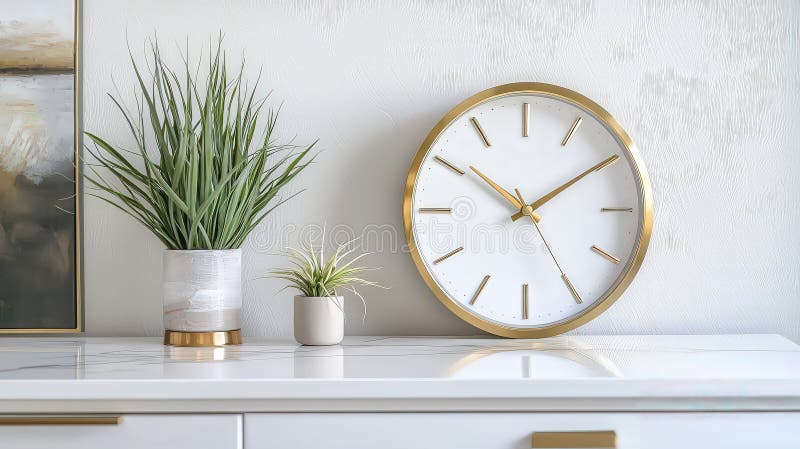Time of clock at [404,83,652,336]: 10:09
